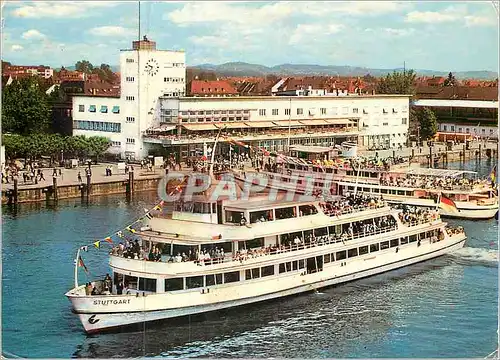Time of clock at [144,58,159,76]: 9:38
